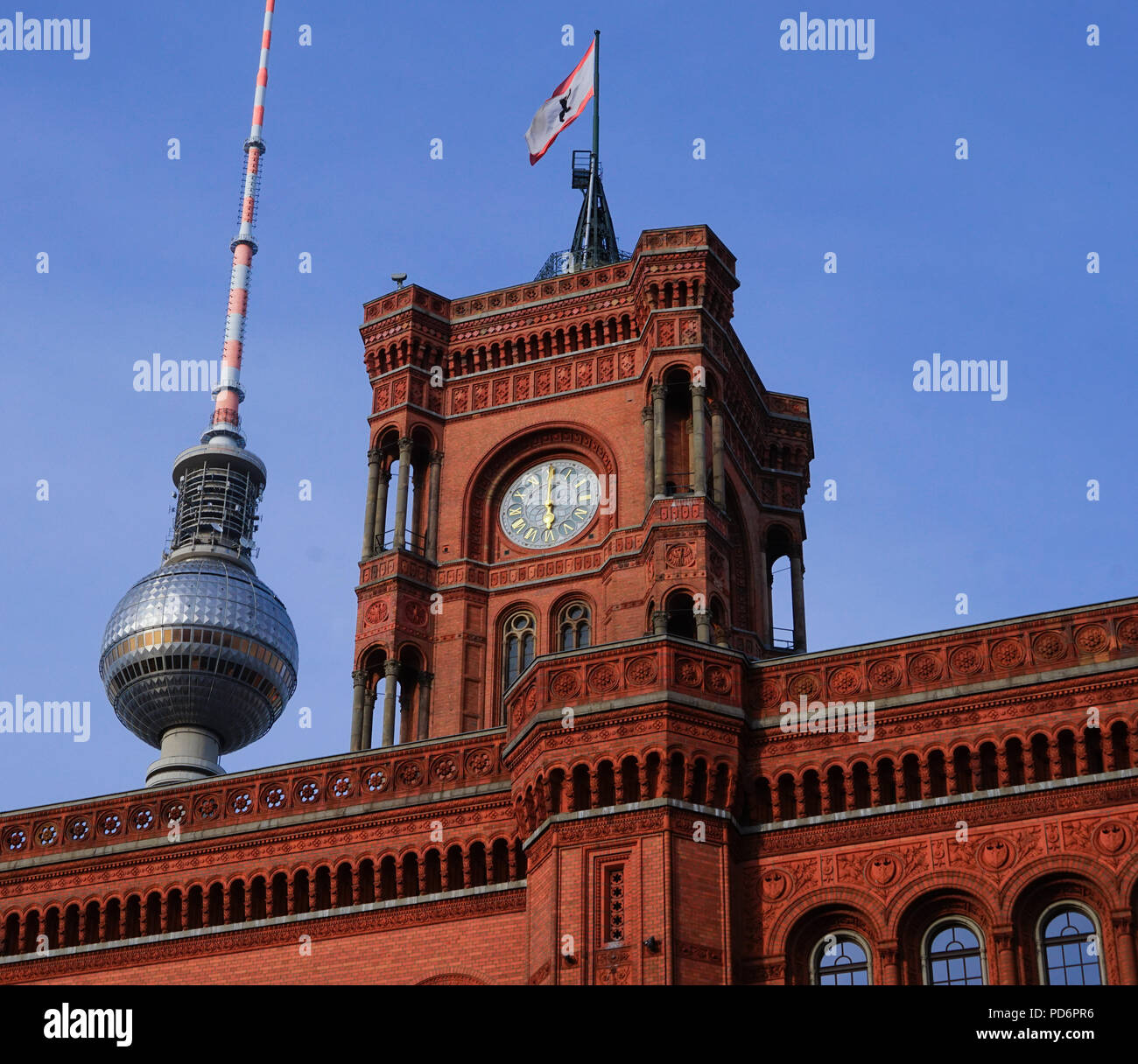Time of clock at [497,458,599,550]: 5:59
